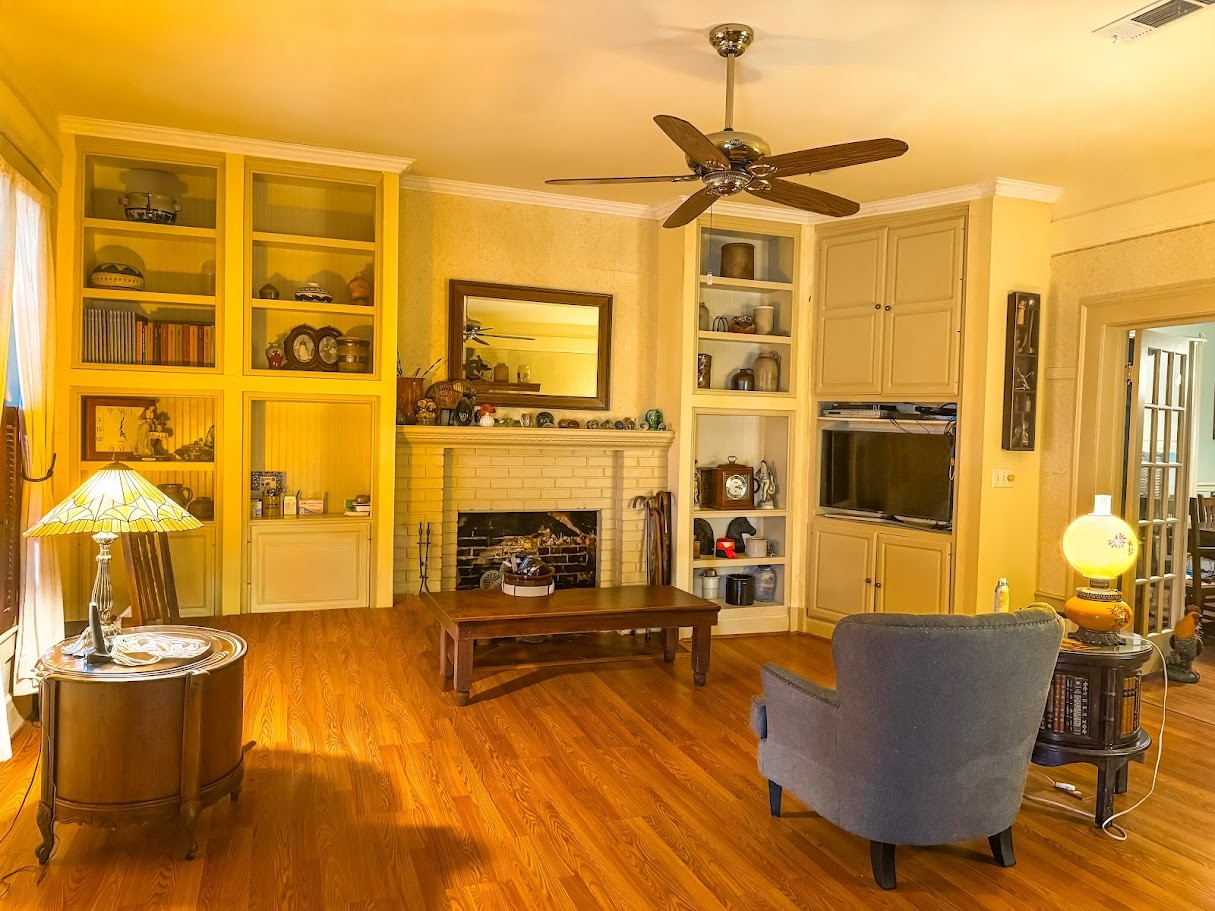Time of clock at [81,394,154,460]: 5:02
